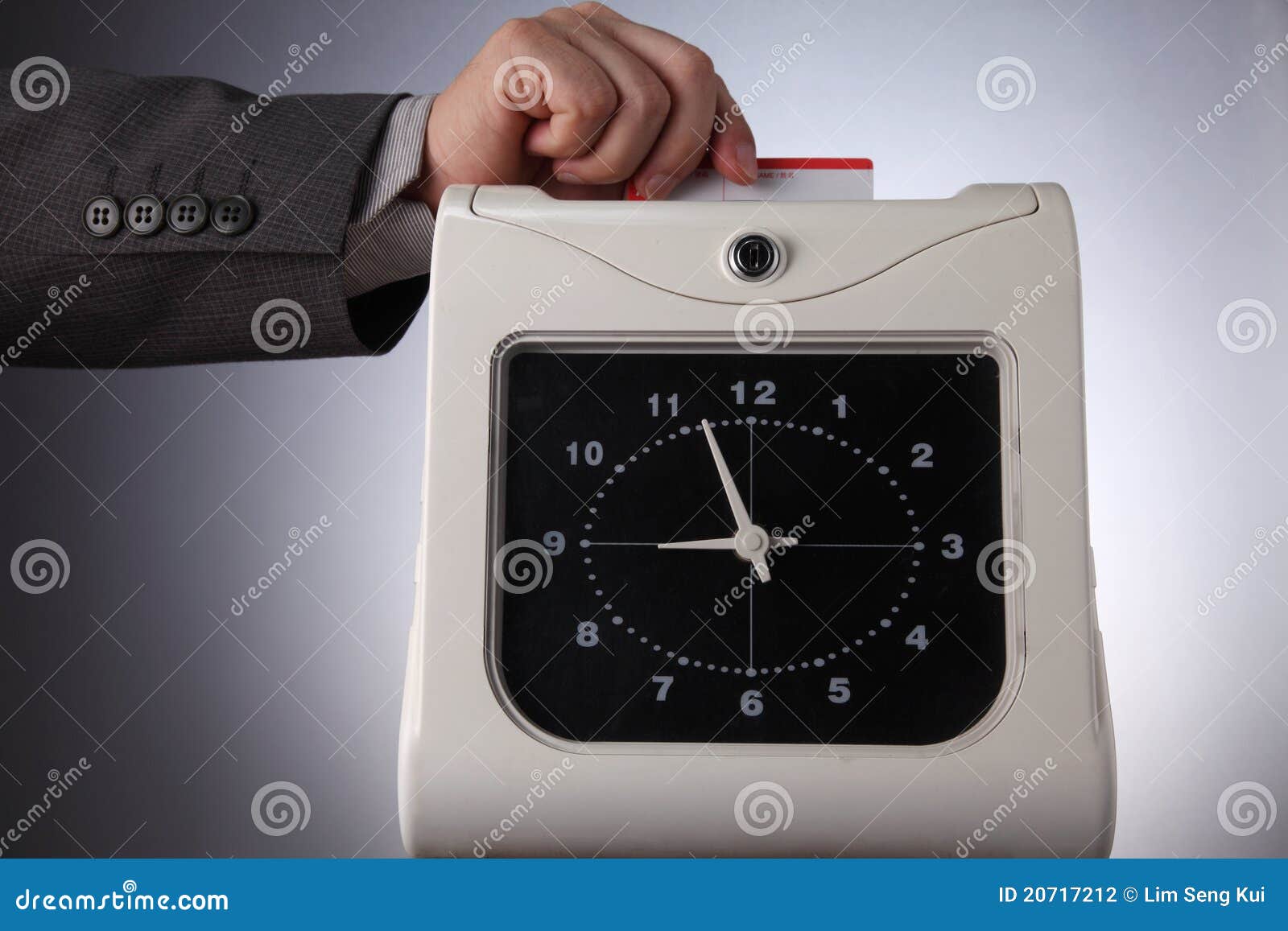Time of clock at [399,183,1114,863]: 8:57
